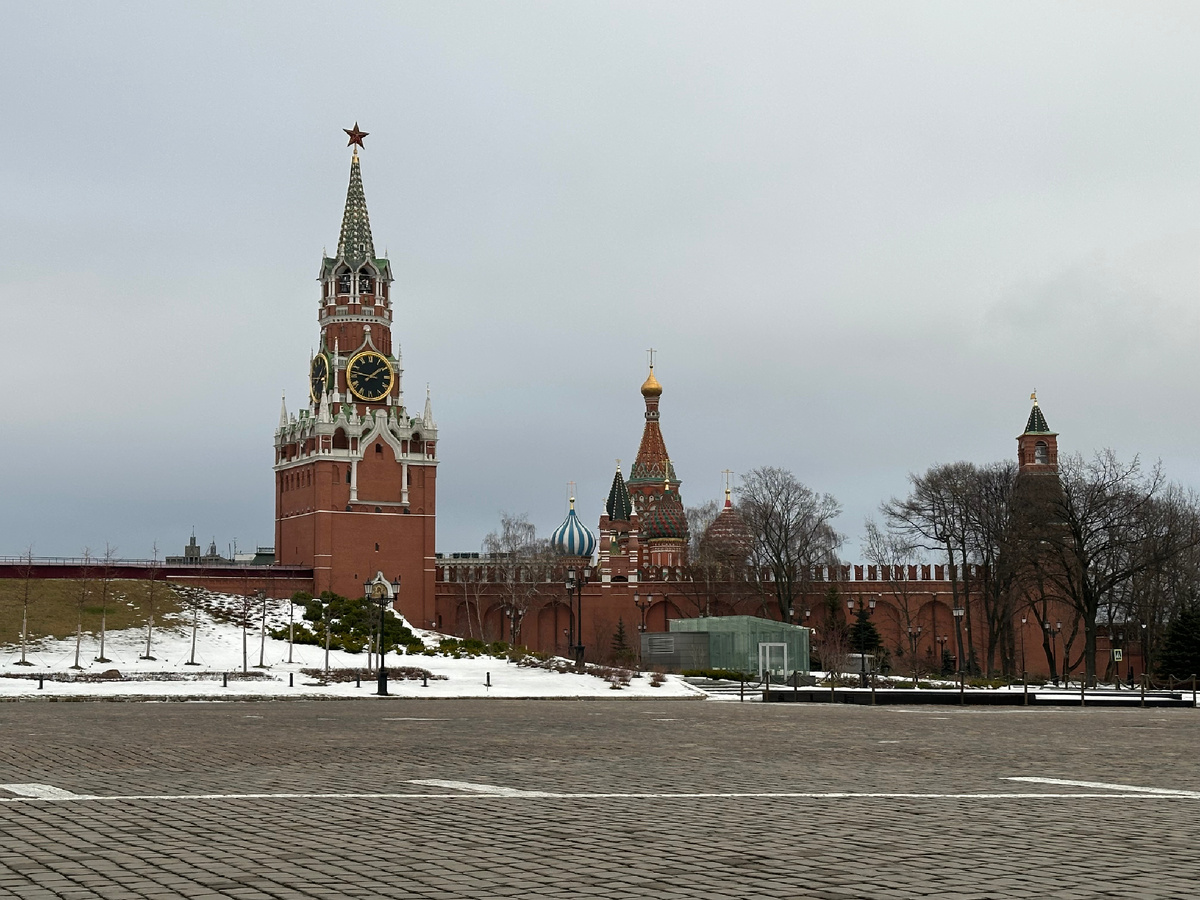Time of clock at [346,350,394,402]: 1:46
